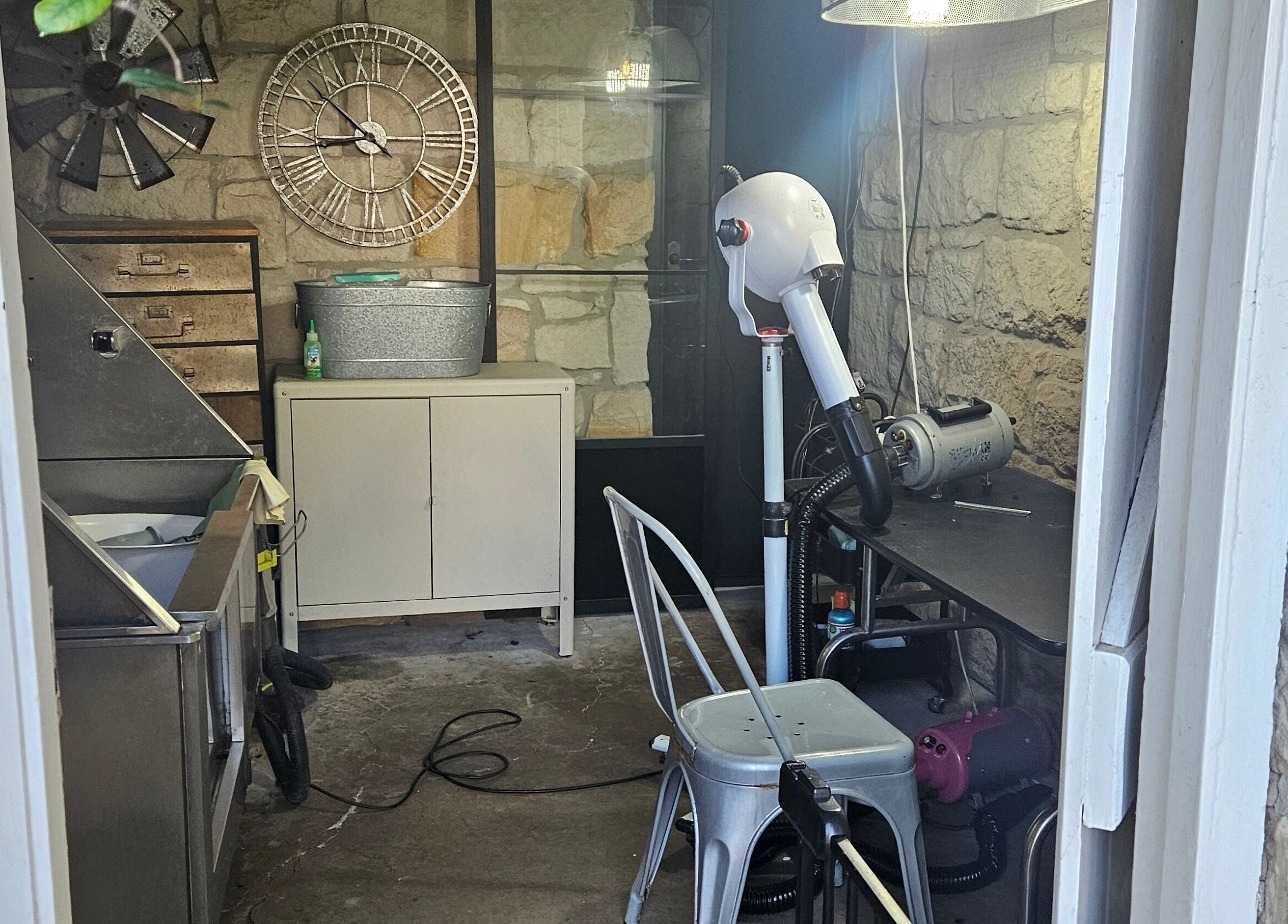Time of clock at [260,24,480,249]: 8:52
